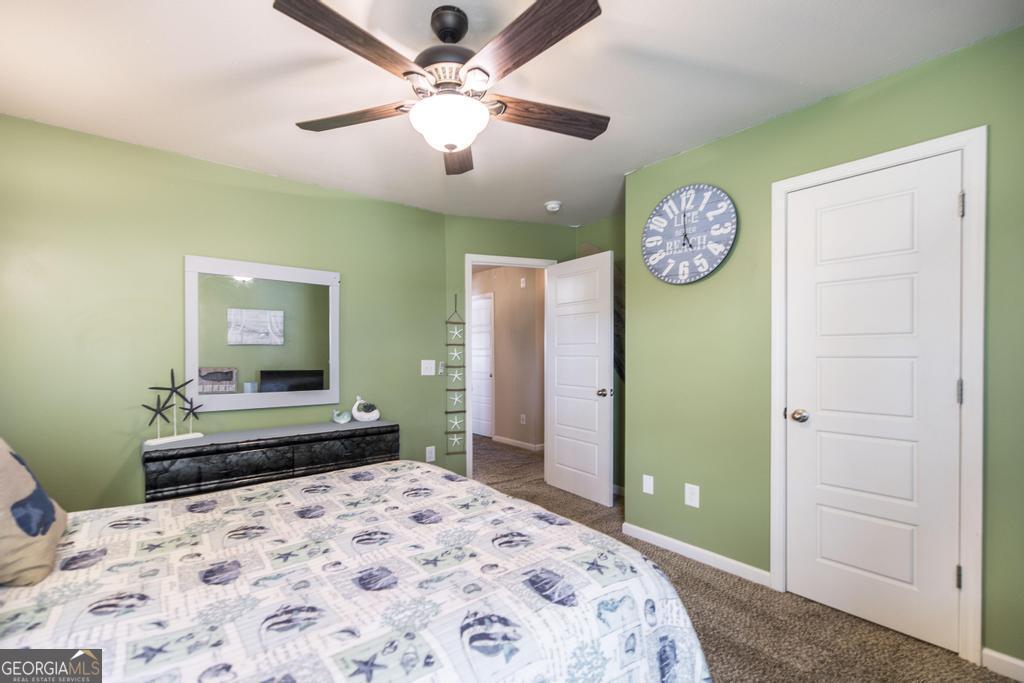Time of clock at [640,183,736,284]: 4:59
